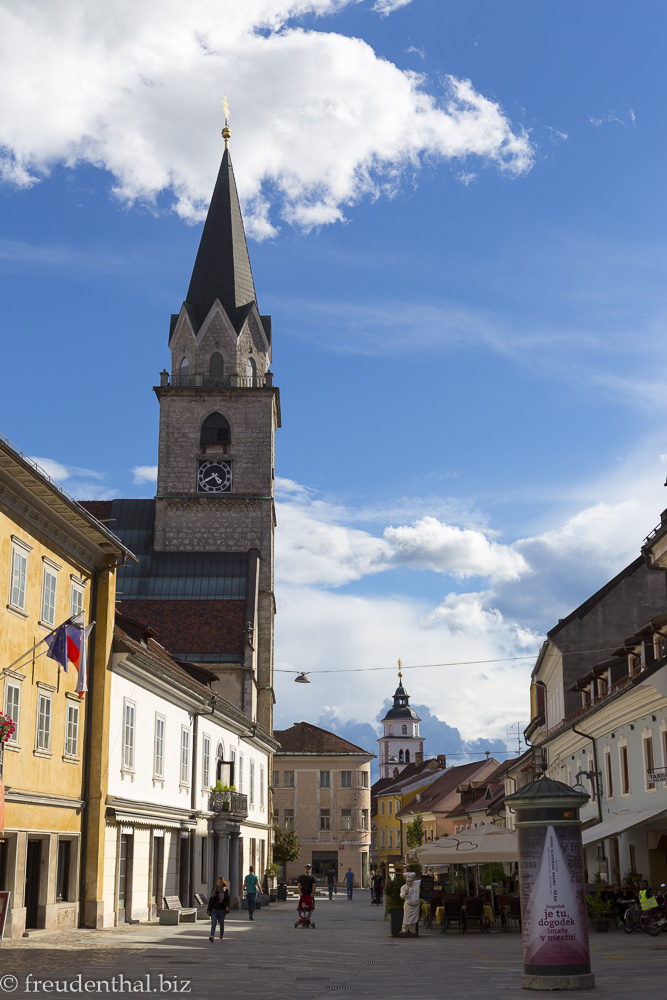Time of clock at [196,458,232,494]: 4:40
